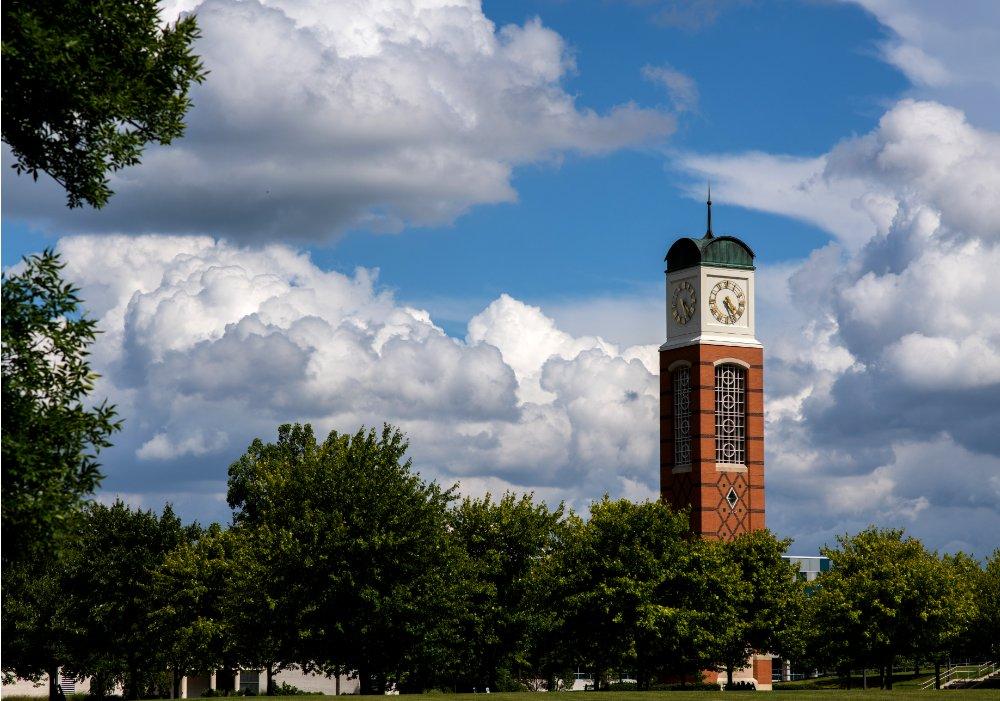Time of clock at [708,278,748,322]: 4:26
